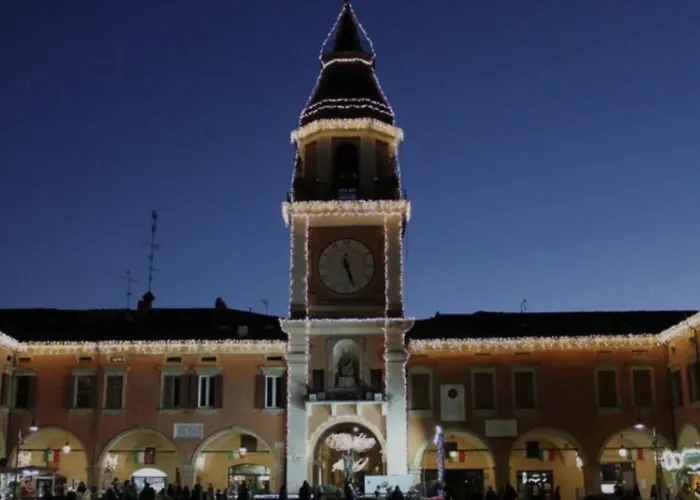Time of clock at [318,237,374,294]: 5:26
